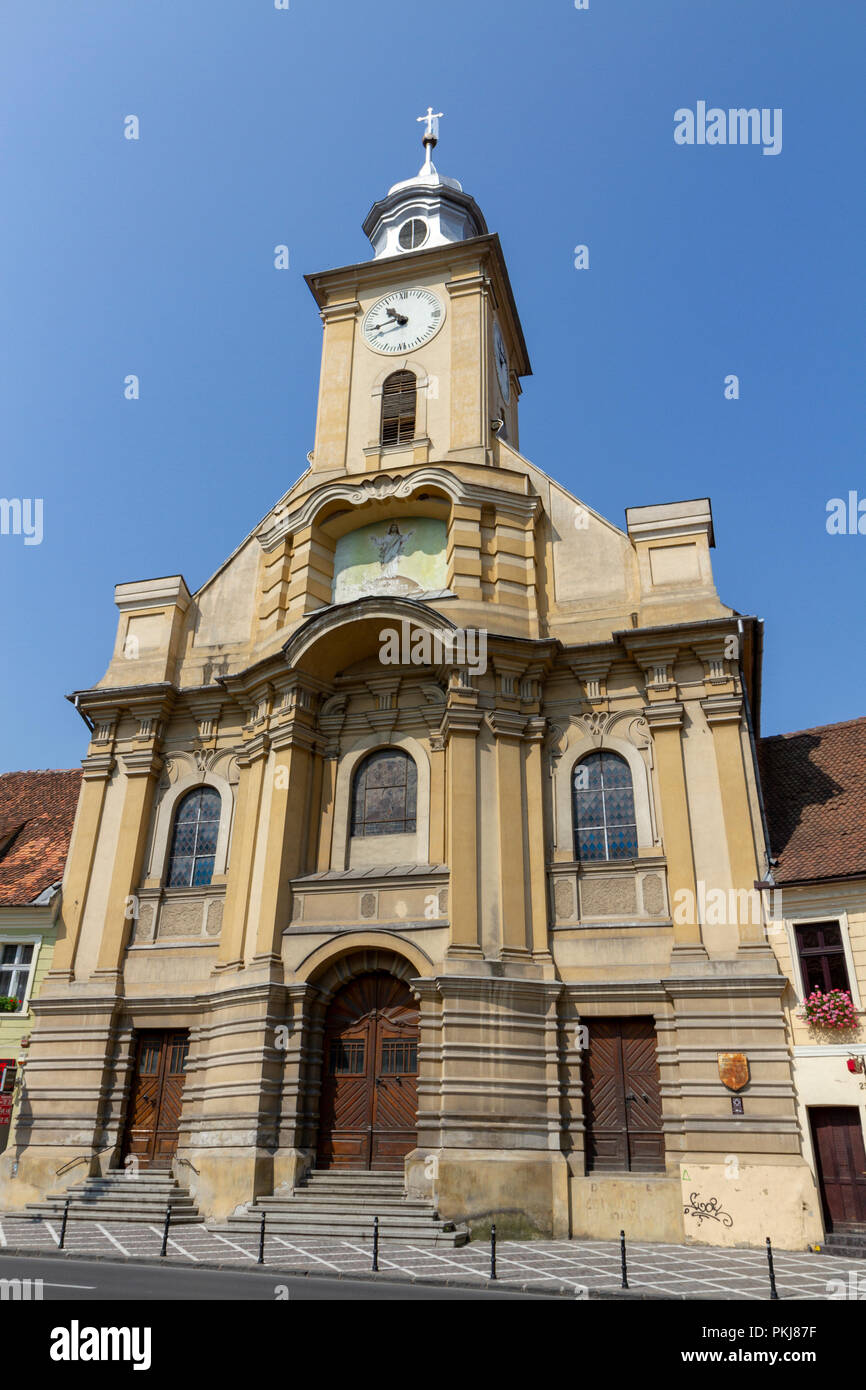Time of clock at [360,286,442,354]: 10:43
